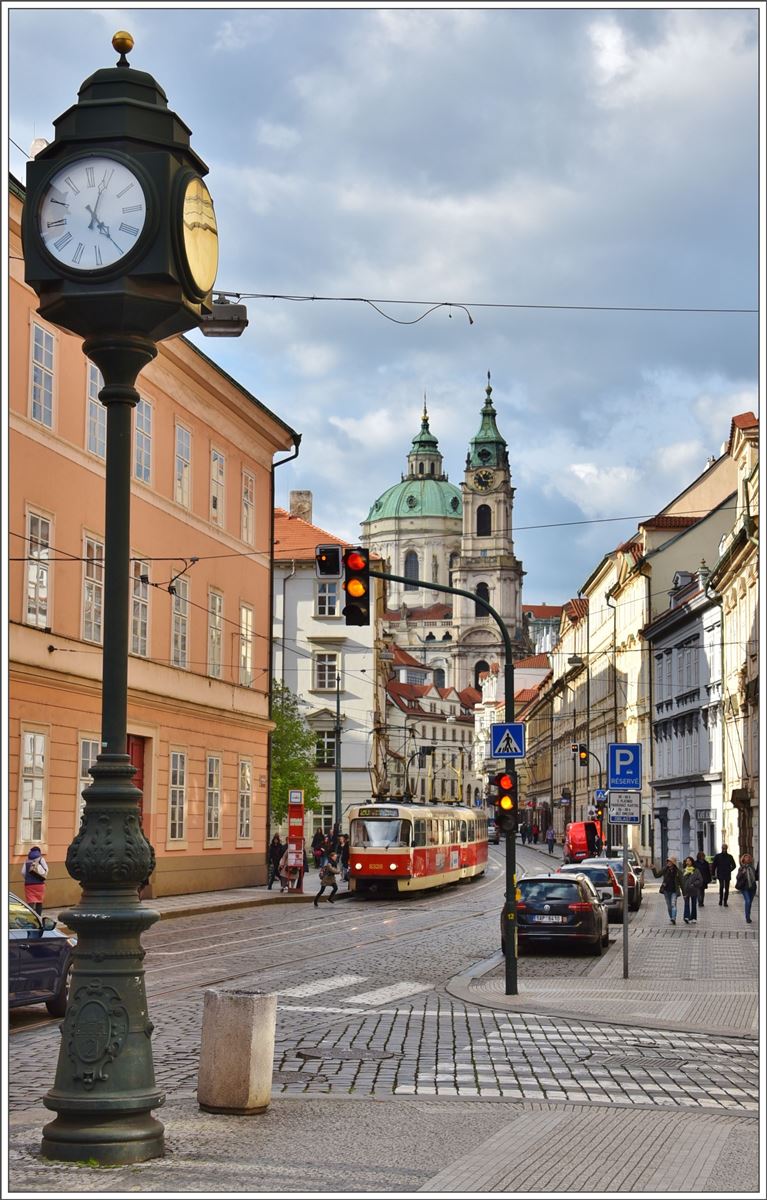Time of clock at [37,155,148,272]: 5:03
